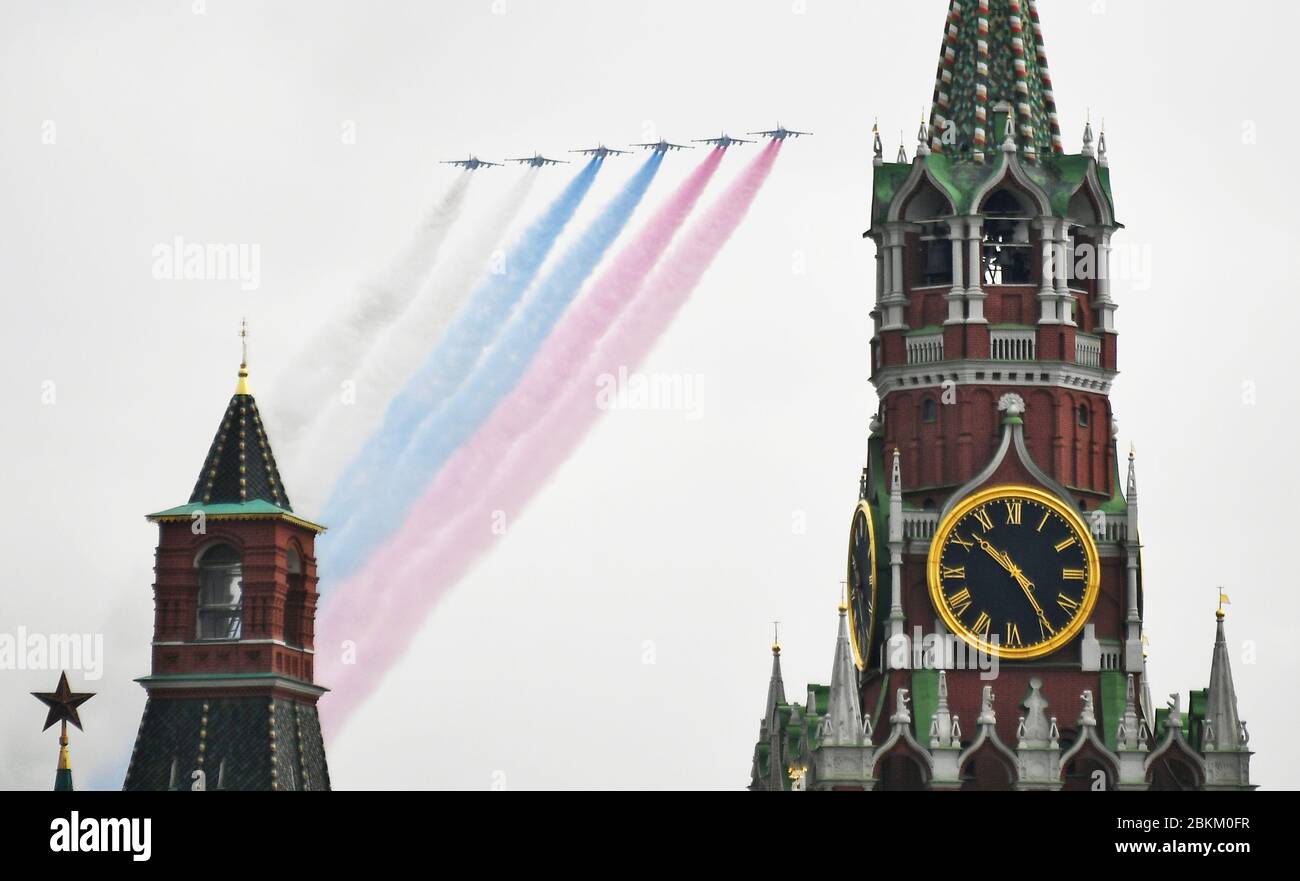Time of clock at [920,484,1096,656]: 10:24
